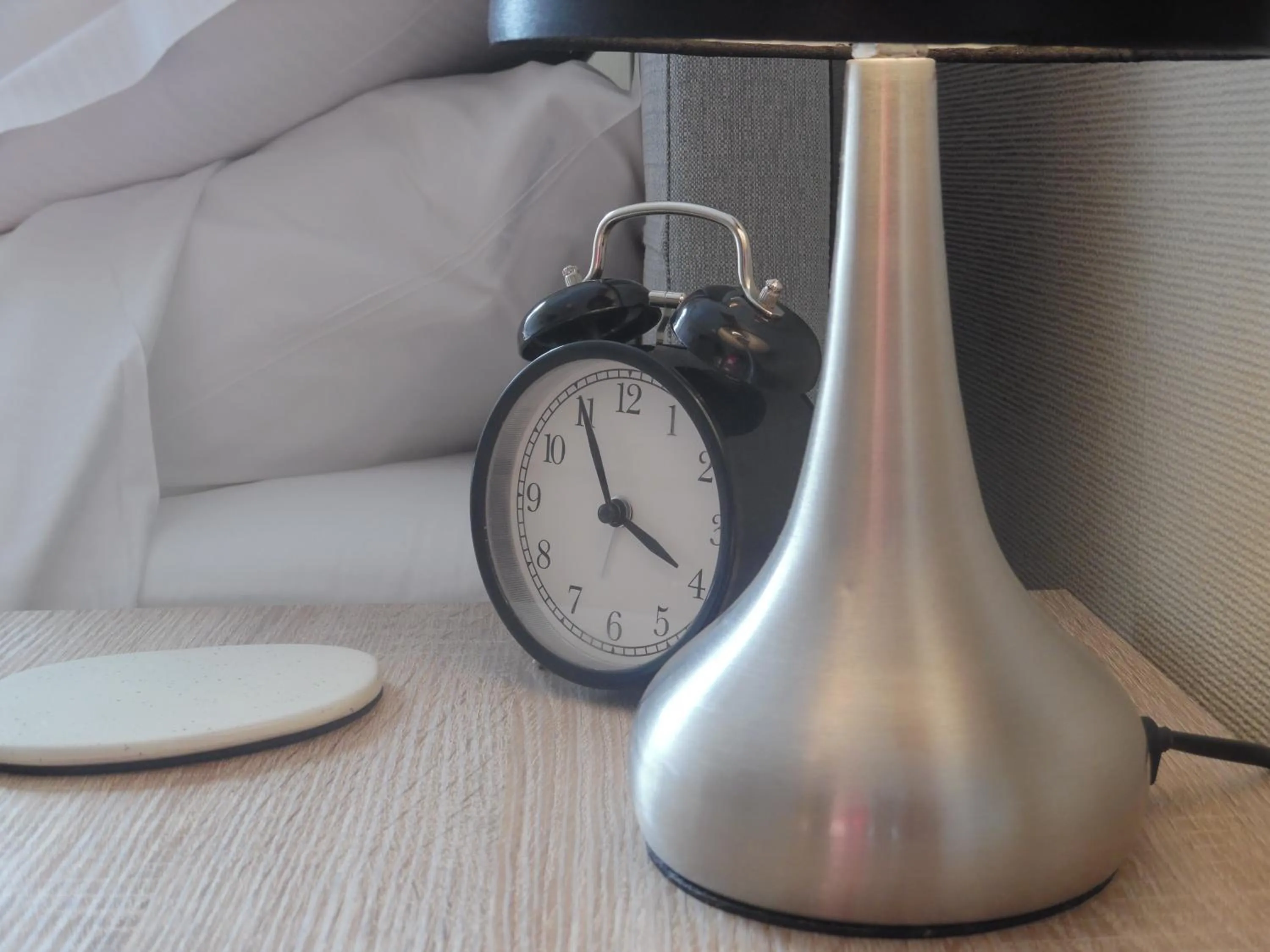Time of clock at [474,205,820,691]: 3:55
